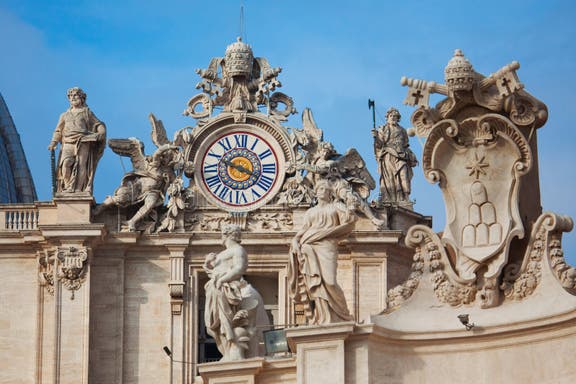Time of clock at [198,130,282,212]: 3:48
